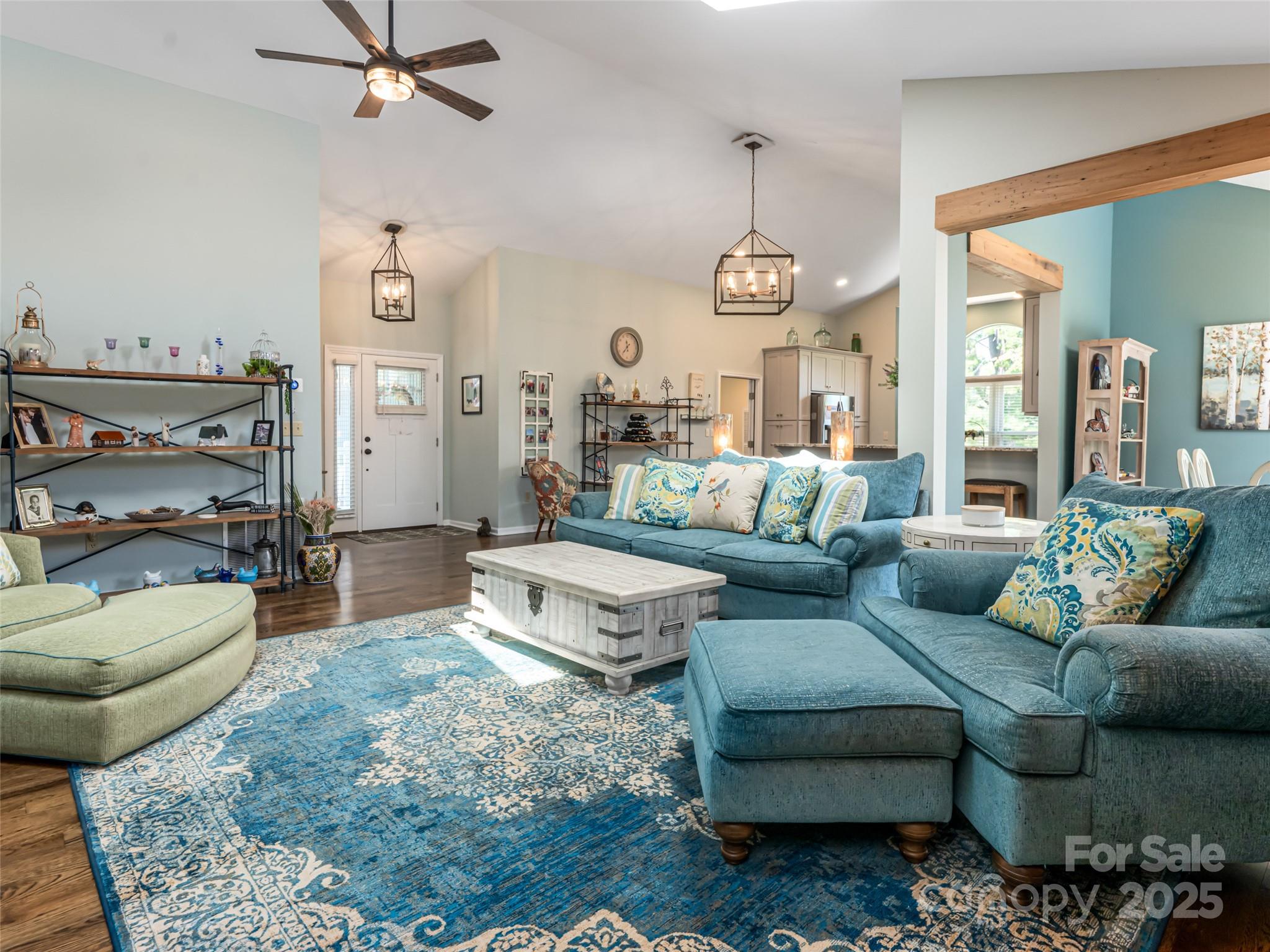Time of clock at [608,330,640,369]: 11:36
